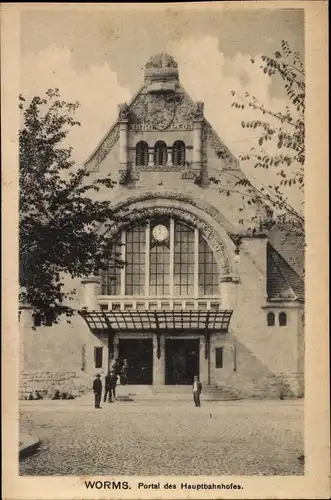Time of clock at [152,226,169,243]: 11:37
